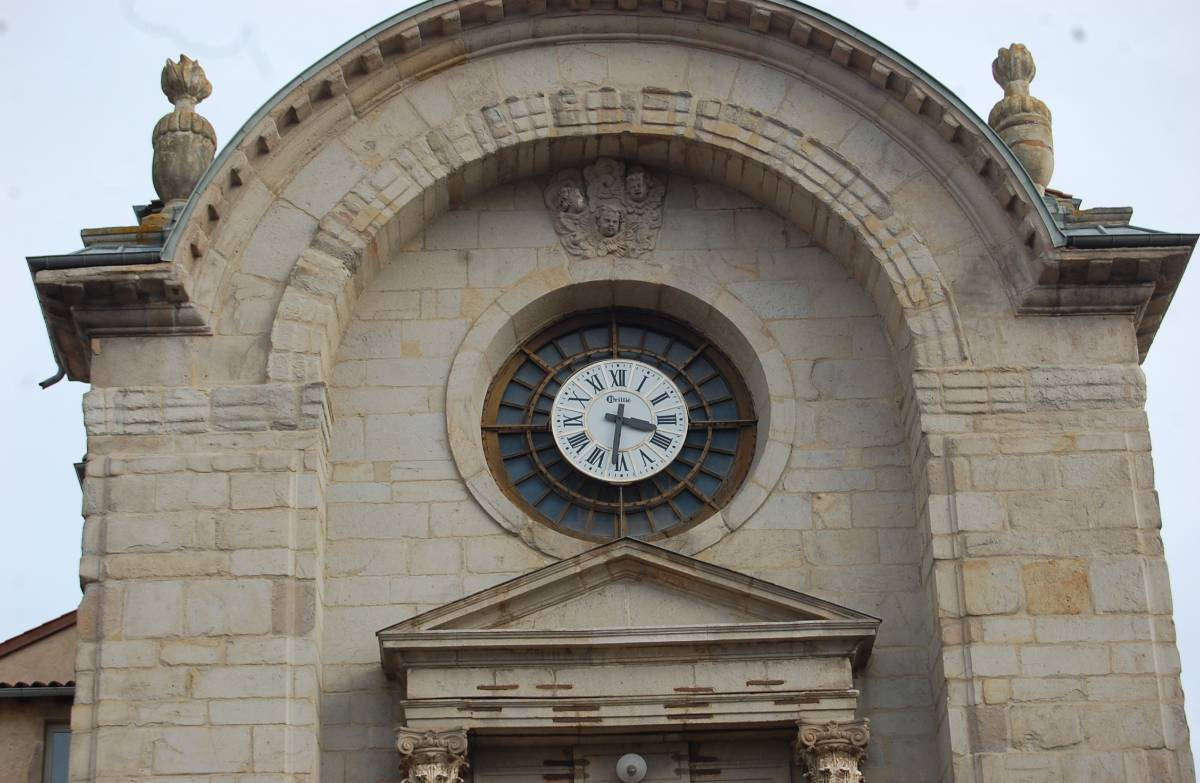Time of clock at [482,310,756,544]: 3:30
